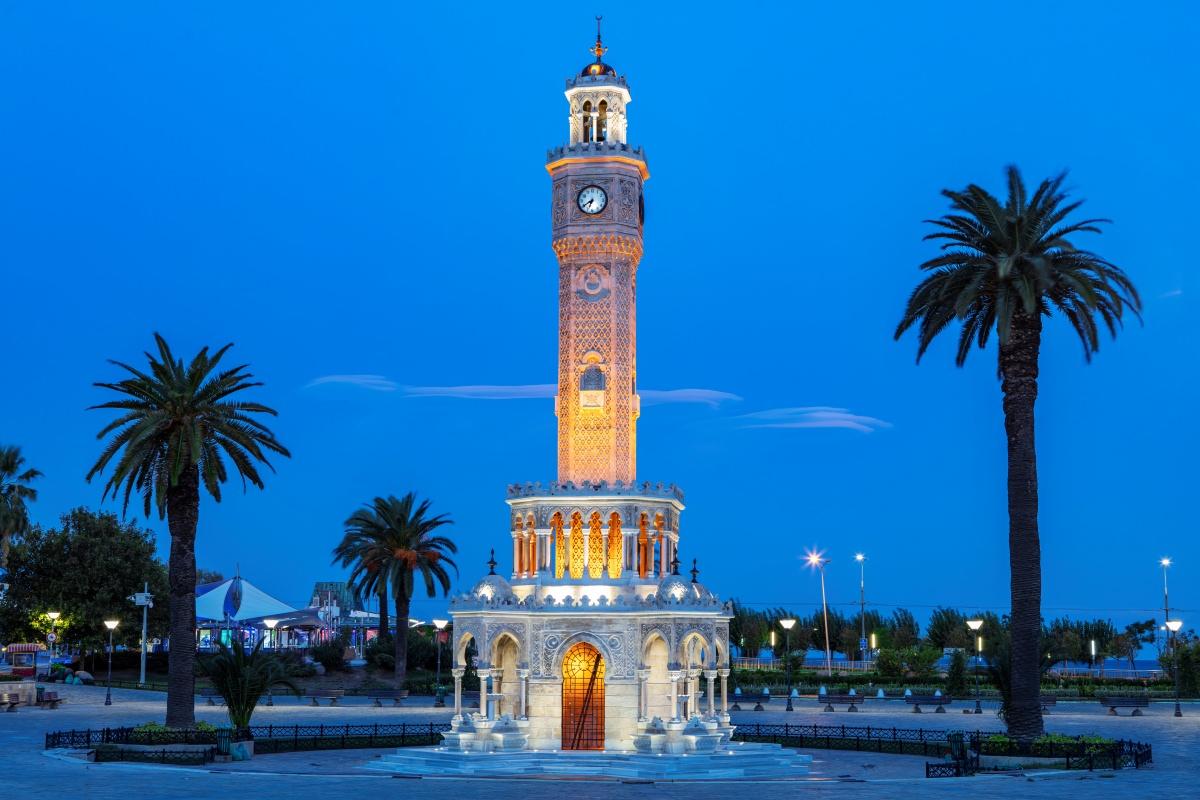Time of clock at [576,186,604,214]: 6:39
